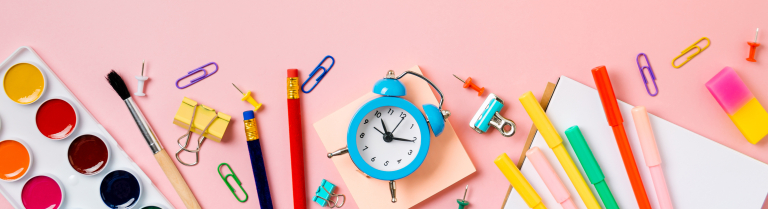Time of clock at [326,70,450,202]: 11:15
